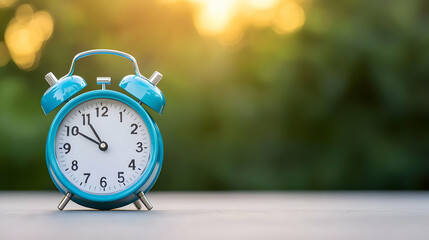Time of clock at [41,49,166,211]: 10:50
